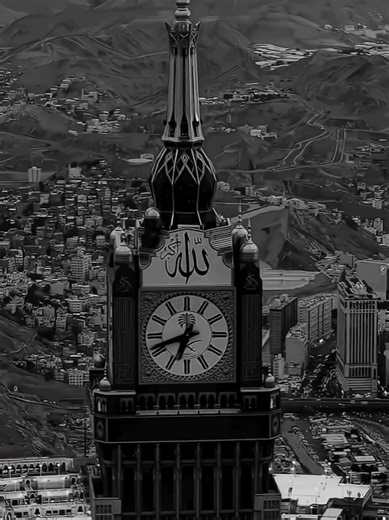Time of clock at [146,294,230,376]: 6:41
